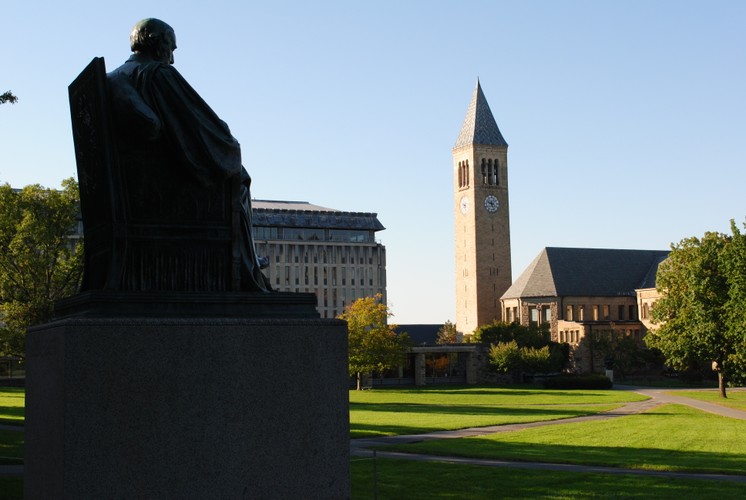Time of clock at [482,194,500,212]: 9:26
